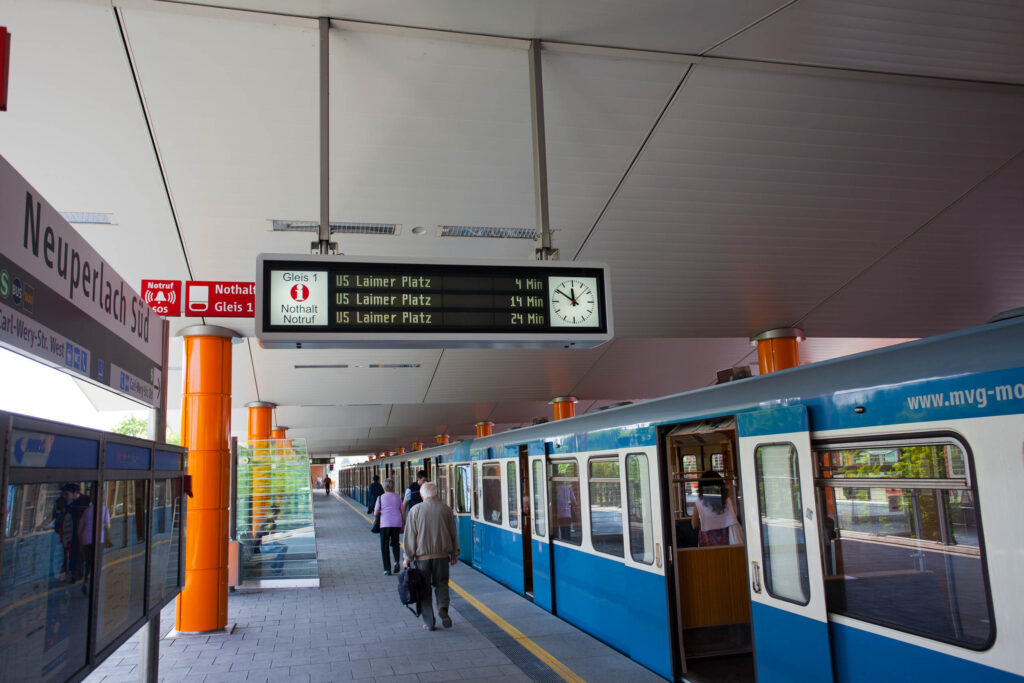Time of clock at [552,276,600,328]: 11:50
